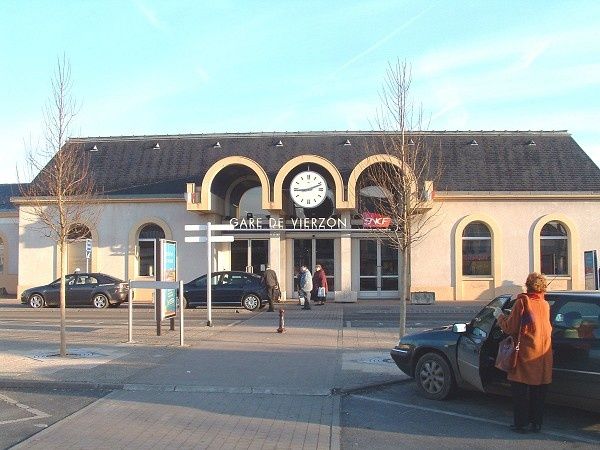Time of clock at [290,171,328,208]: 9:11
